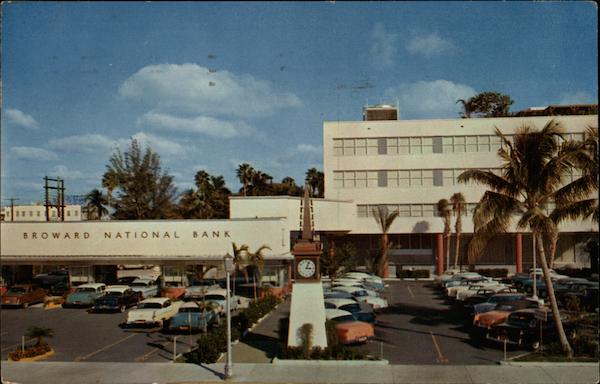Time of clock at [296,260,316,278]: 3:04
